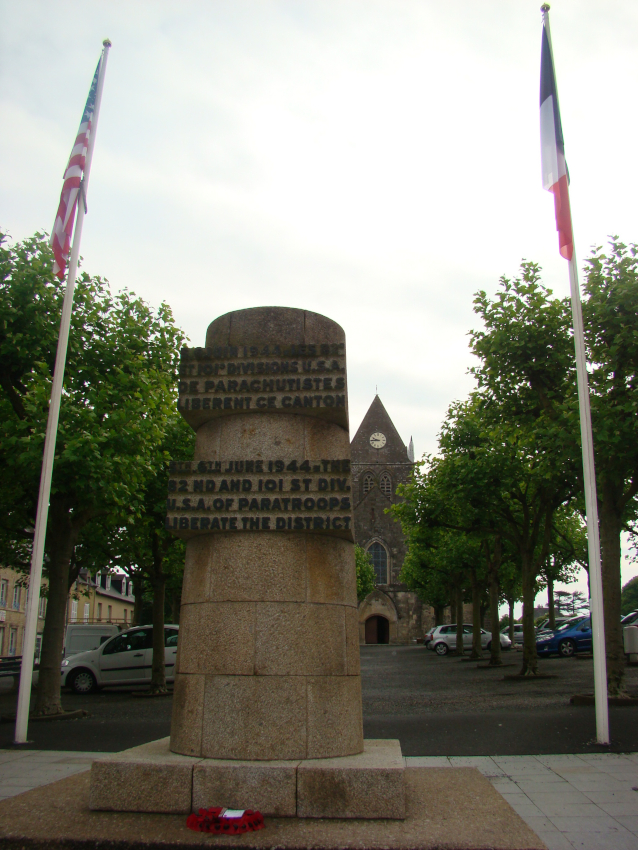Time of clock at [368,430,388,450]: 9:44
